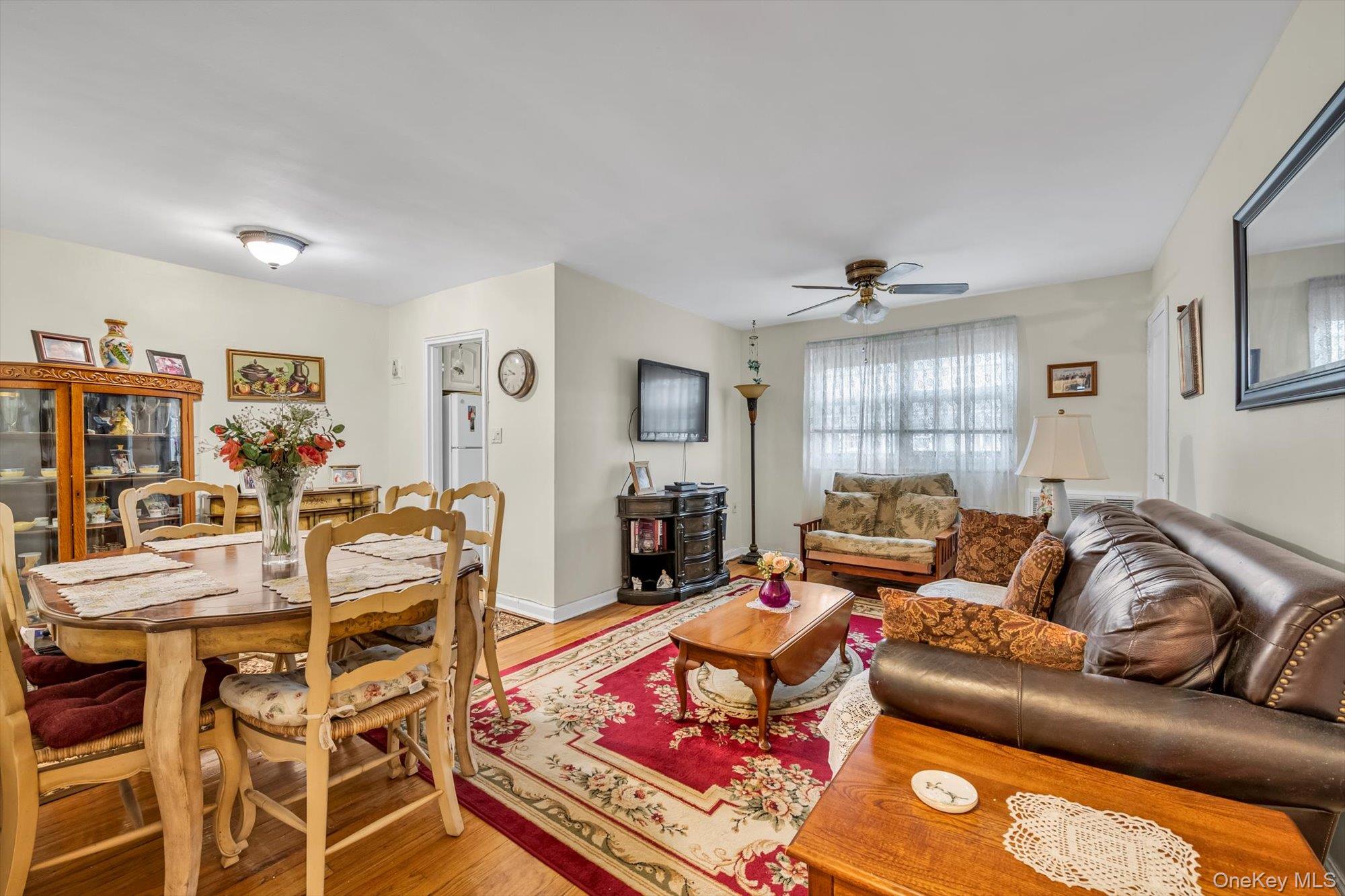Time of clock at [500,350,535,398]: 9:43
